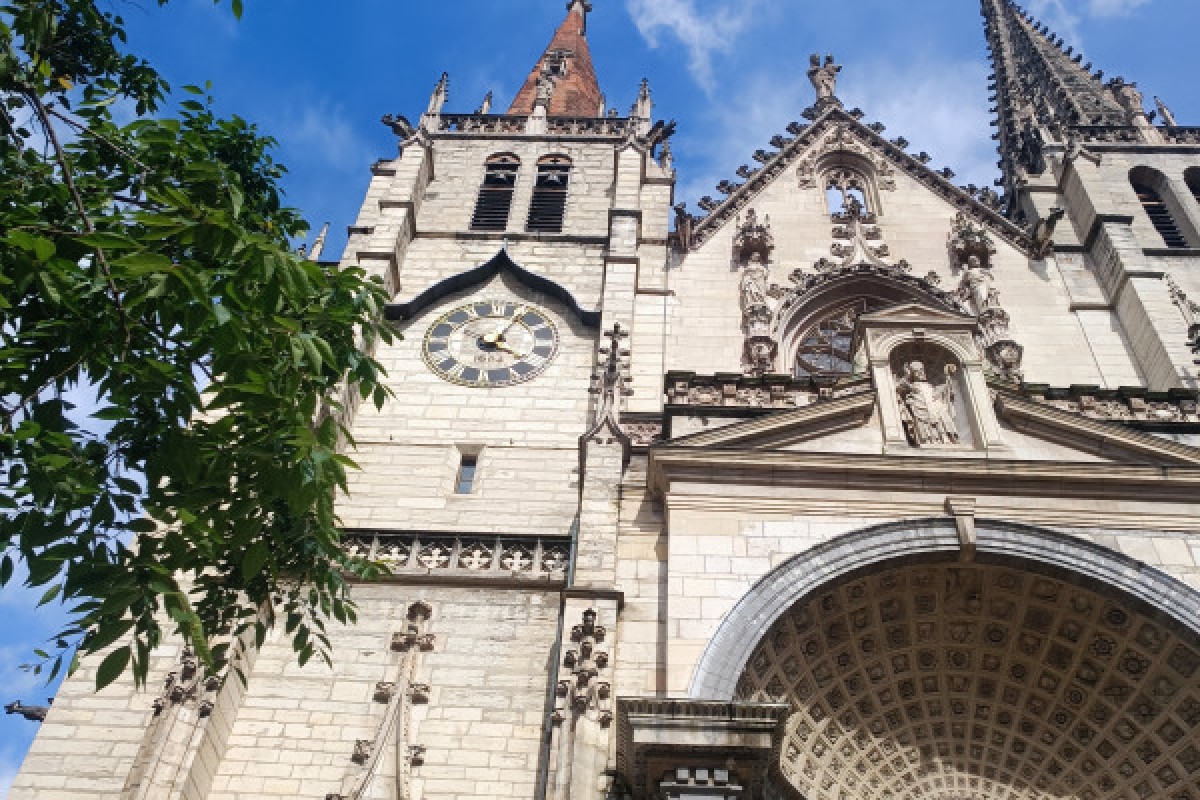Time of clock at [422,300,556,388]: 4:04
